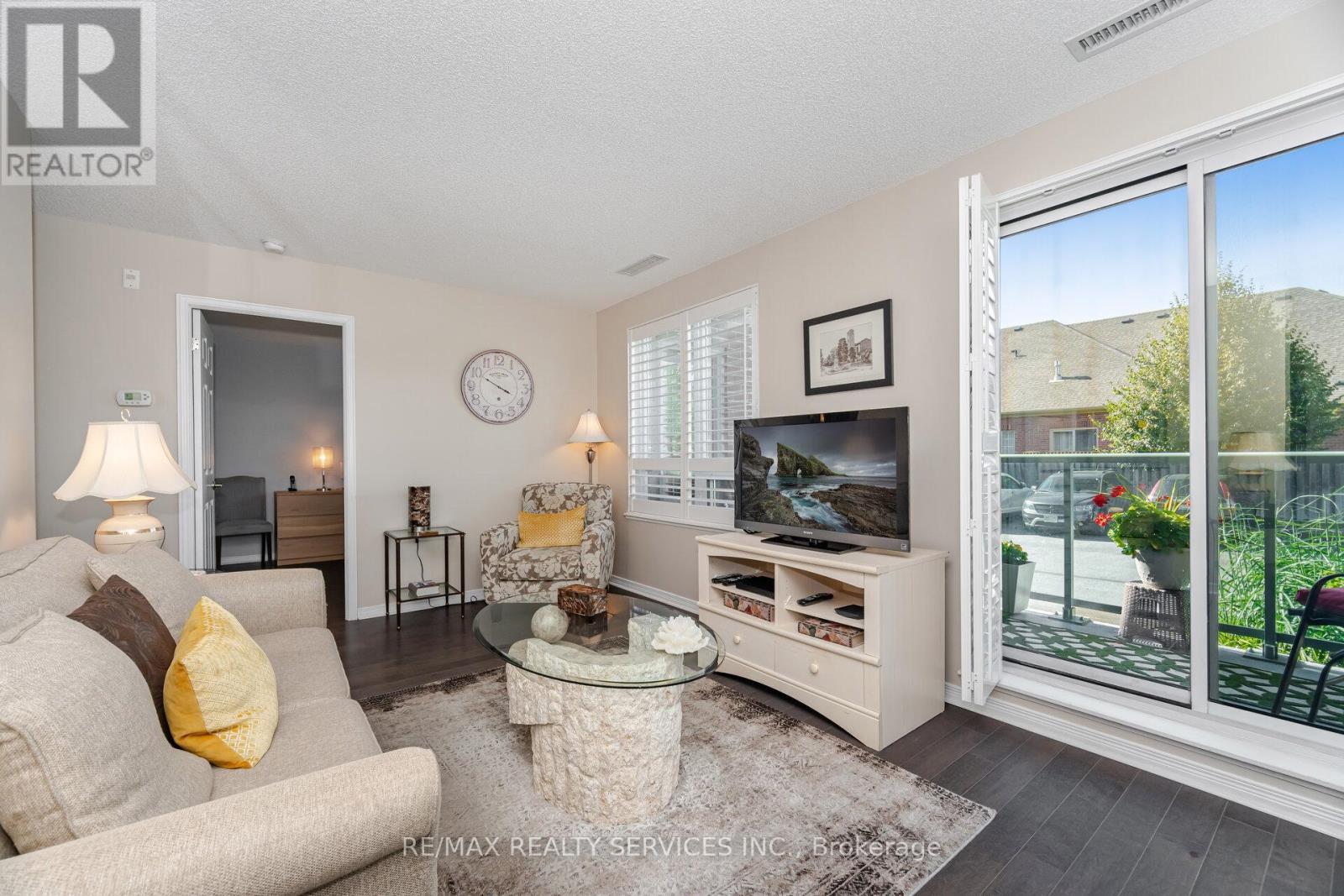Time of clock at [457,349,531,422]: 3:50
